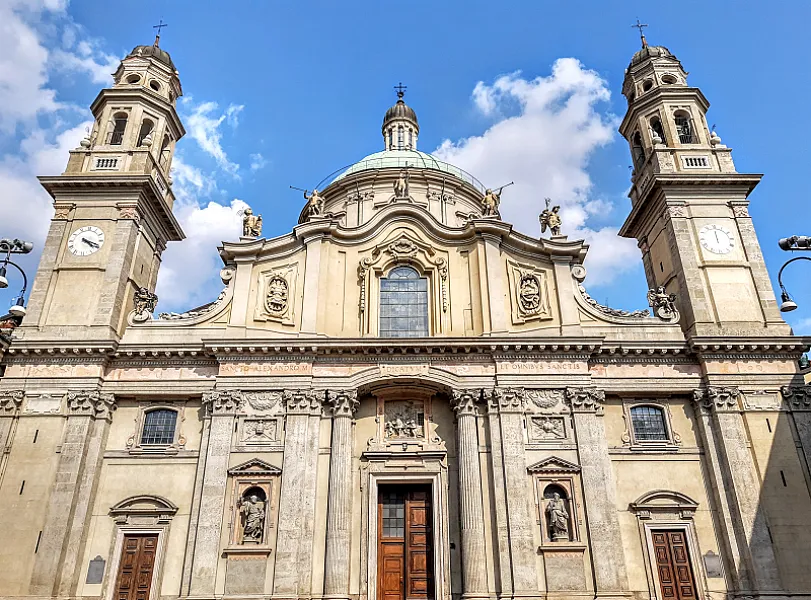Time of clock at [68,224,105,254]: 4:18
